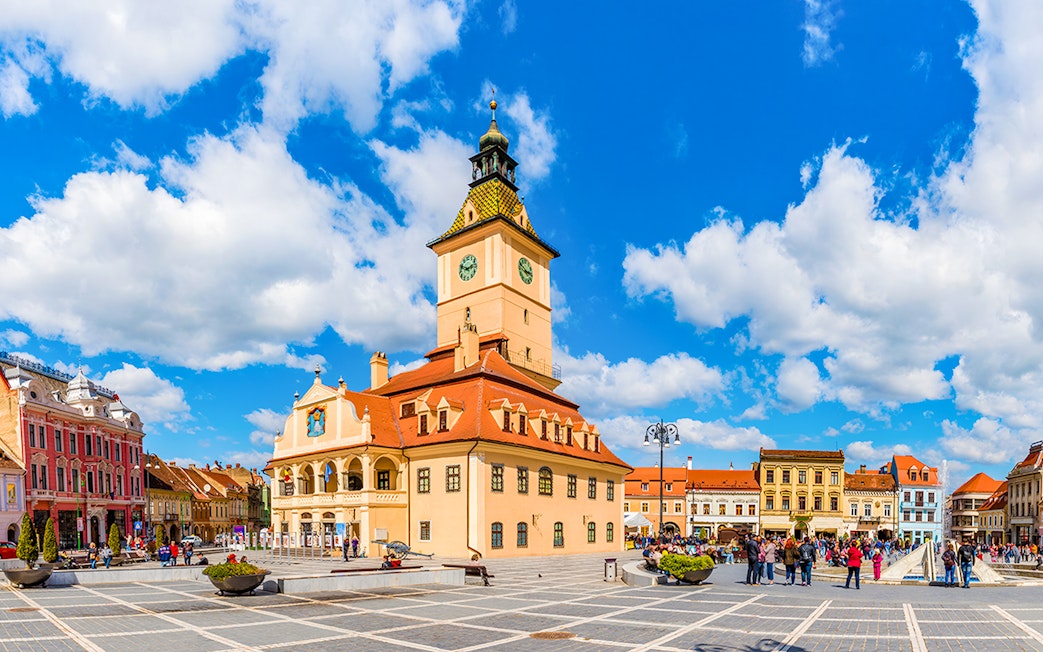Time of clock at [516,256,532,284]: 2:48
